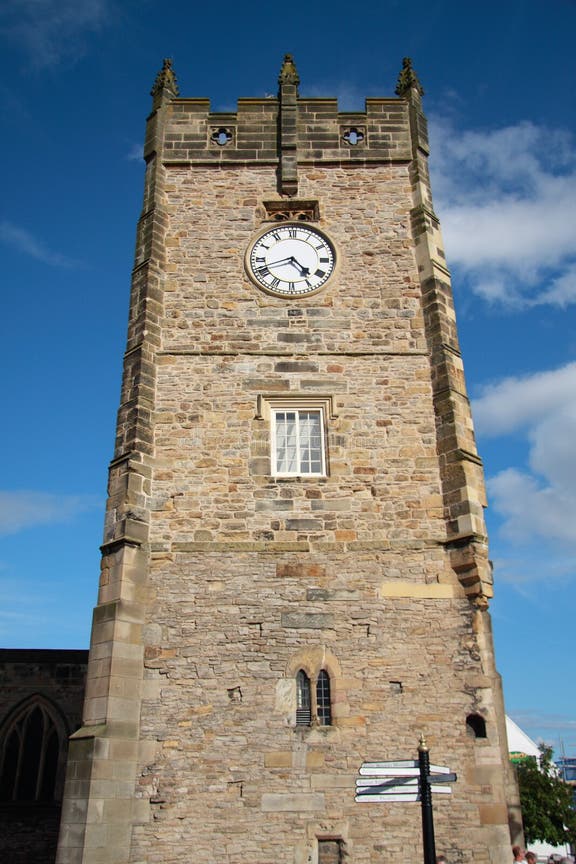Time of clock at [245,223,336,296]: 4:41
